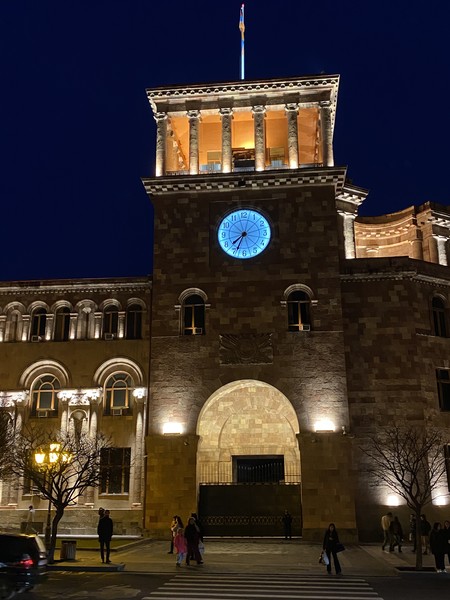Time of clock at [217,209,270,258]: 7:34
